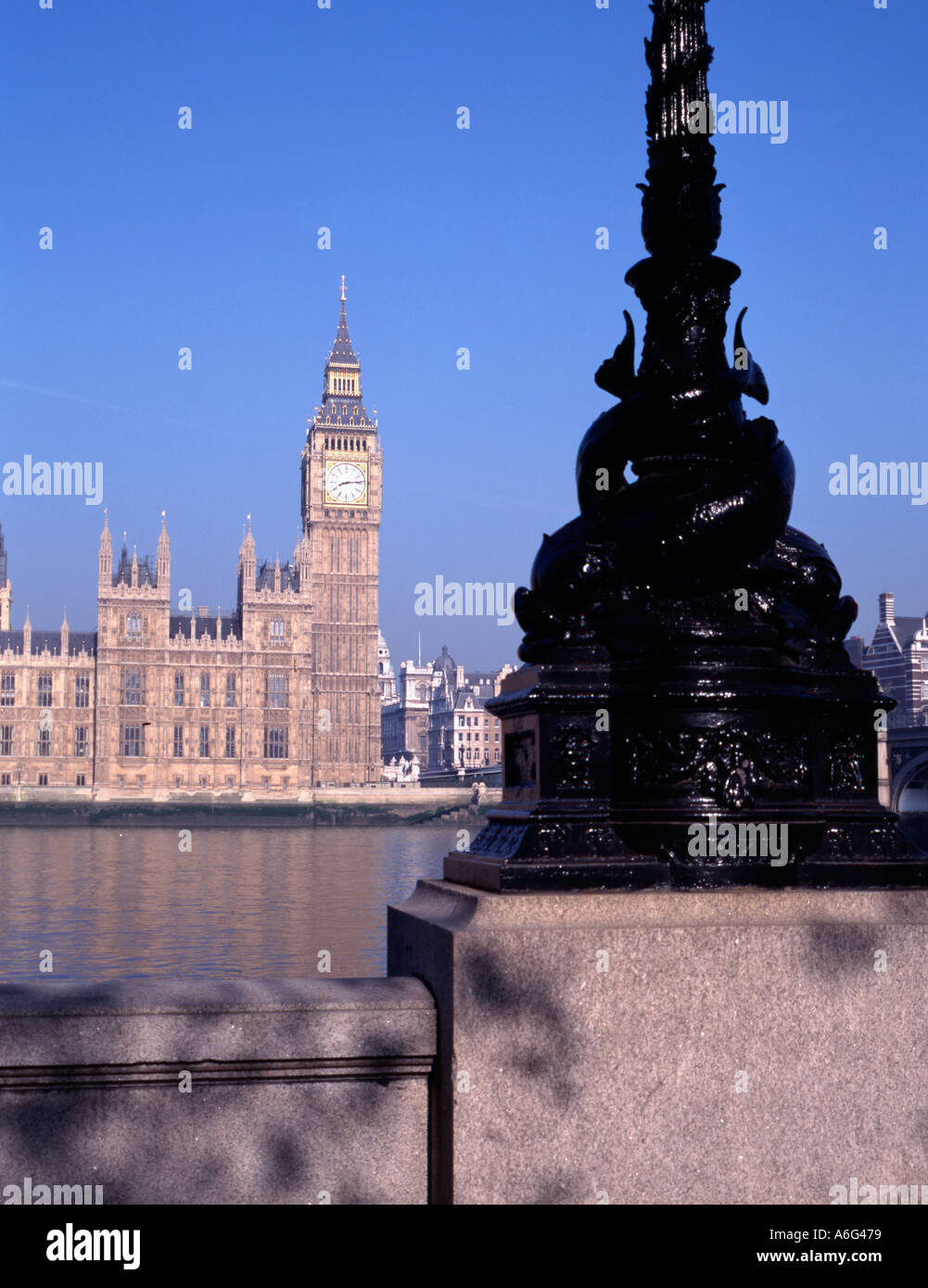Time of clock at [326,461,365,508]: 8:14
